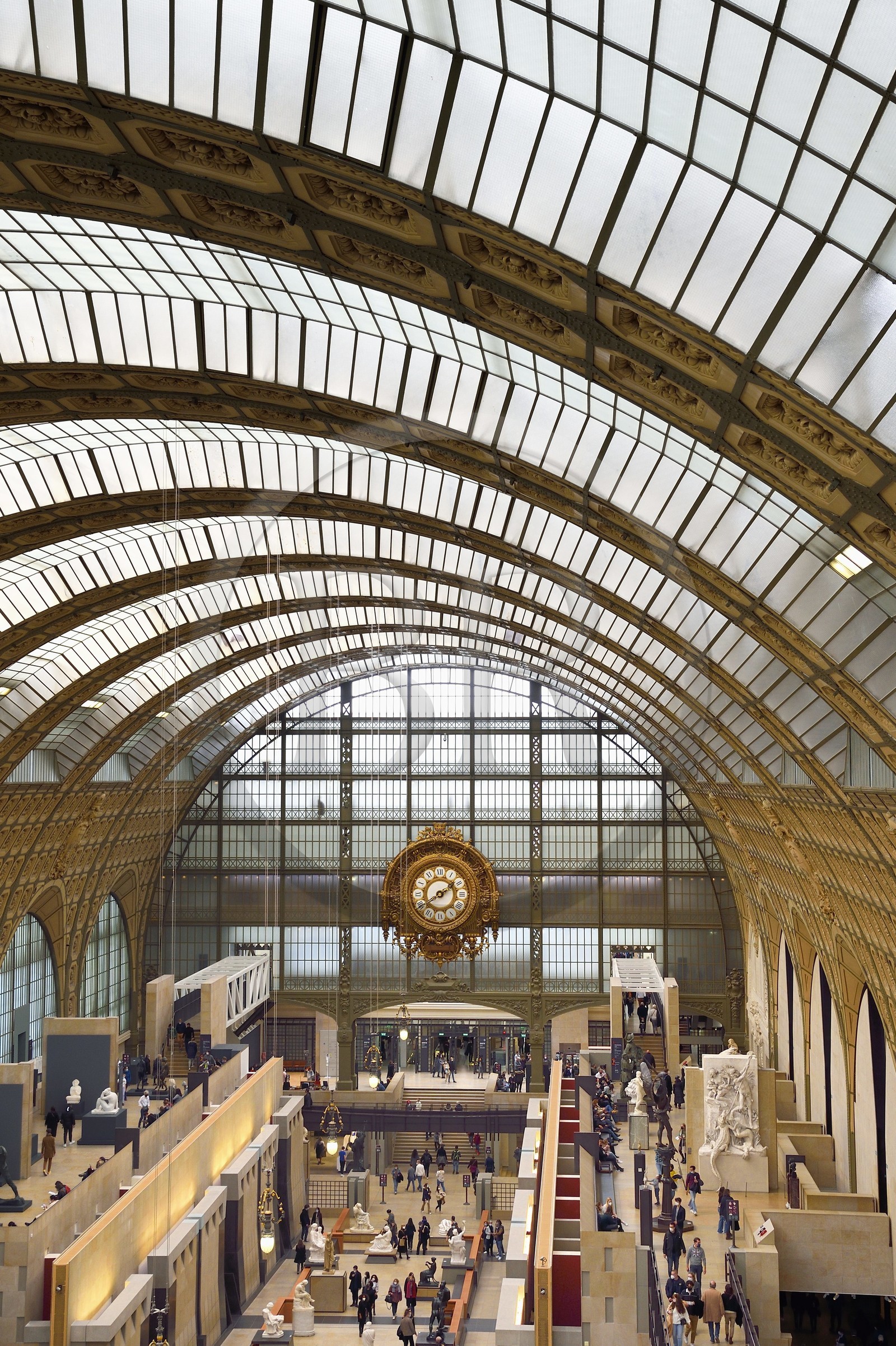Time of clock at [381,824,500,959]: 1:40
